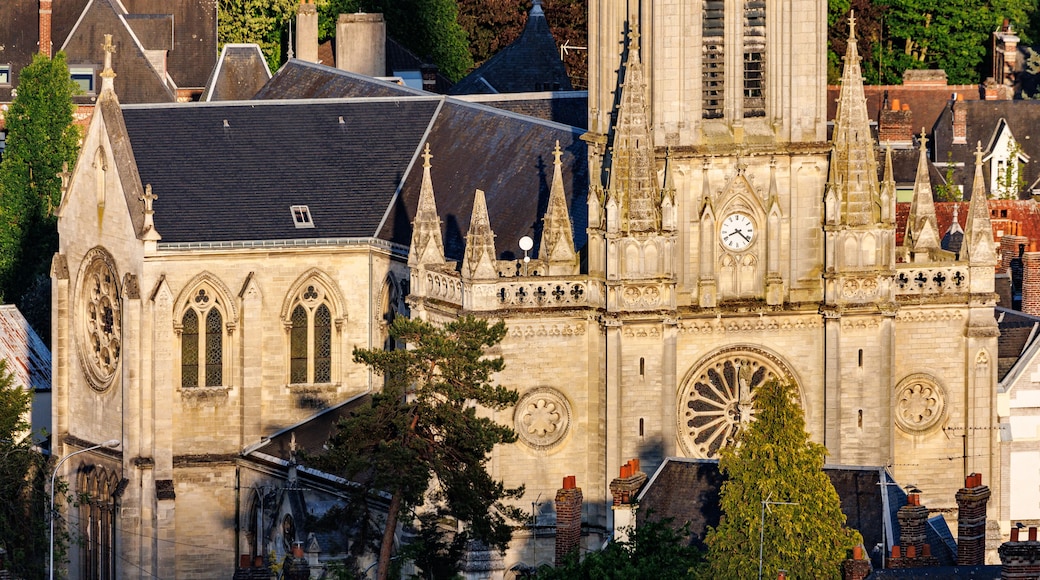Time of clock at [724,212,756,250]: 8:21
